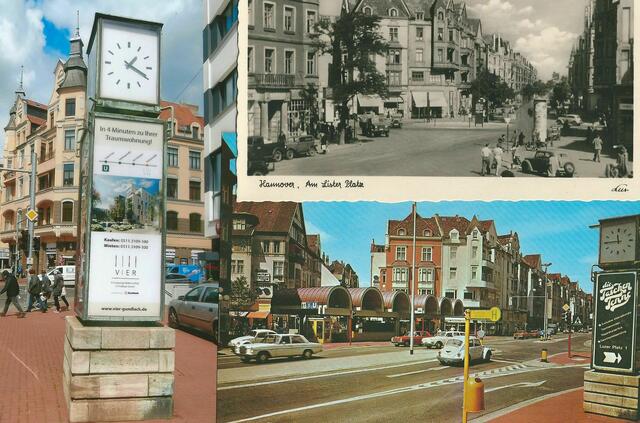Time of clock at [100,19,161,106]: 1:19
